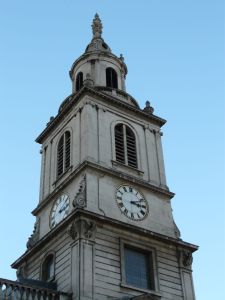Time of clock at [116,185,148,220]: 3:11
